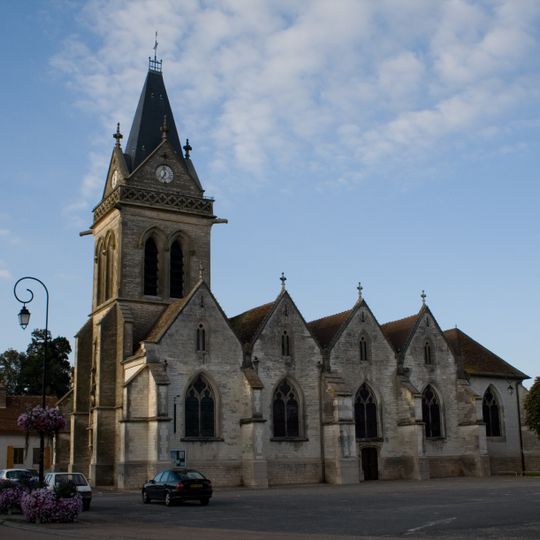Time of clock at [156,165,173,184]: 6:58
